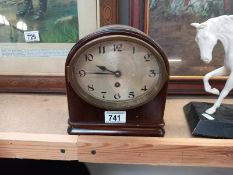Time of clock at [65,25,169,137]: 9:45
